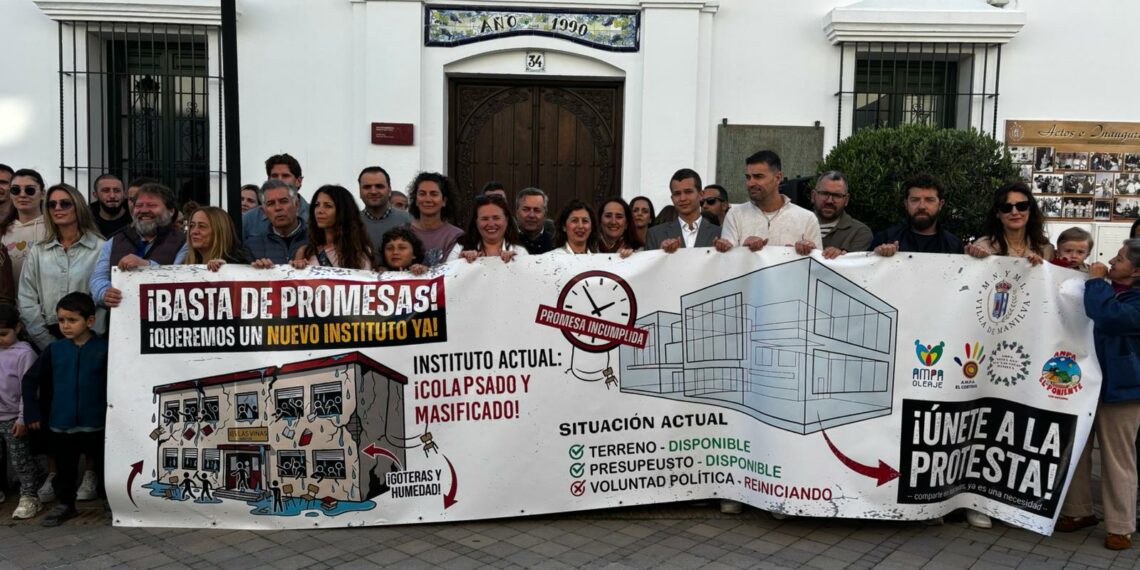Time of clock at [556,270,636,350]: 1:53
